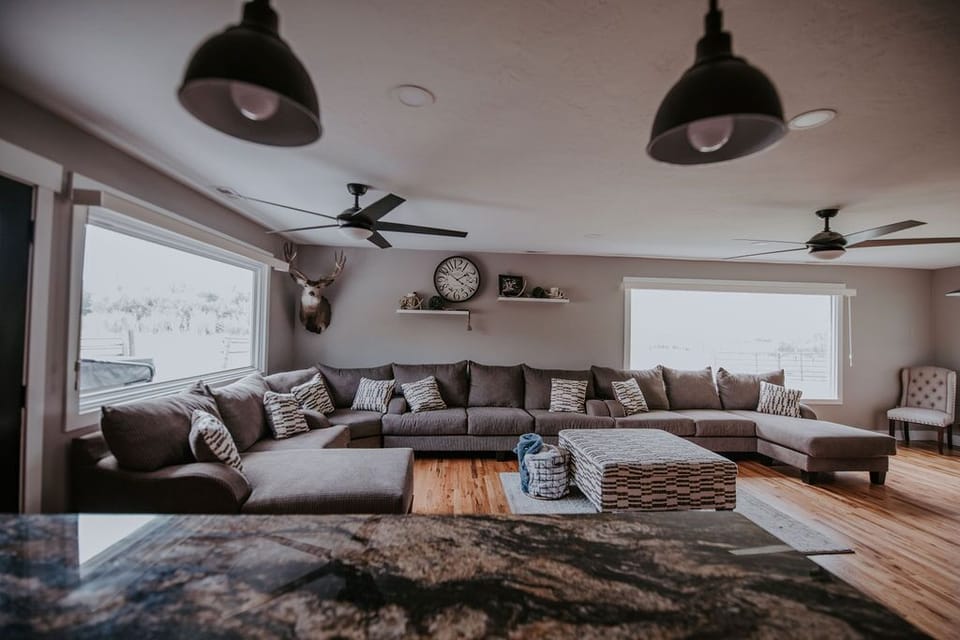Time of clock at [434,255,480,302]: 1:50
